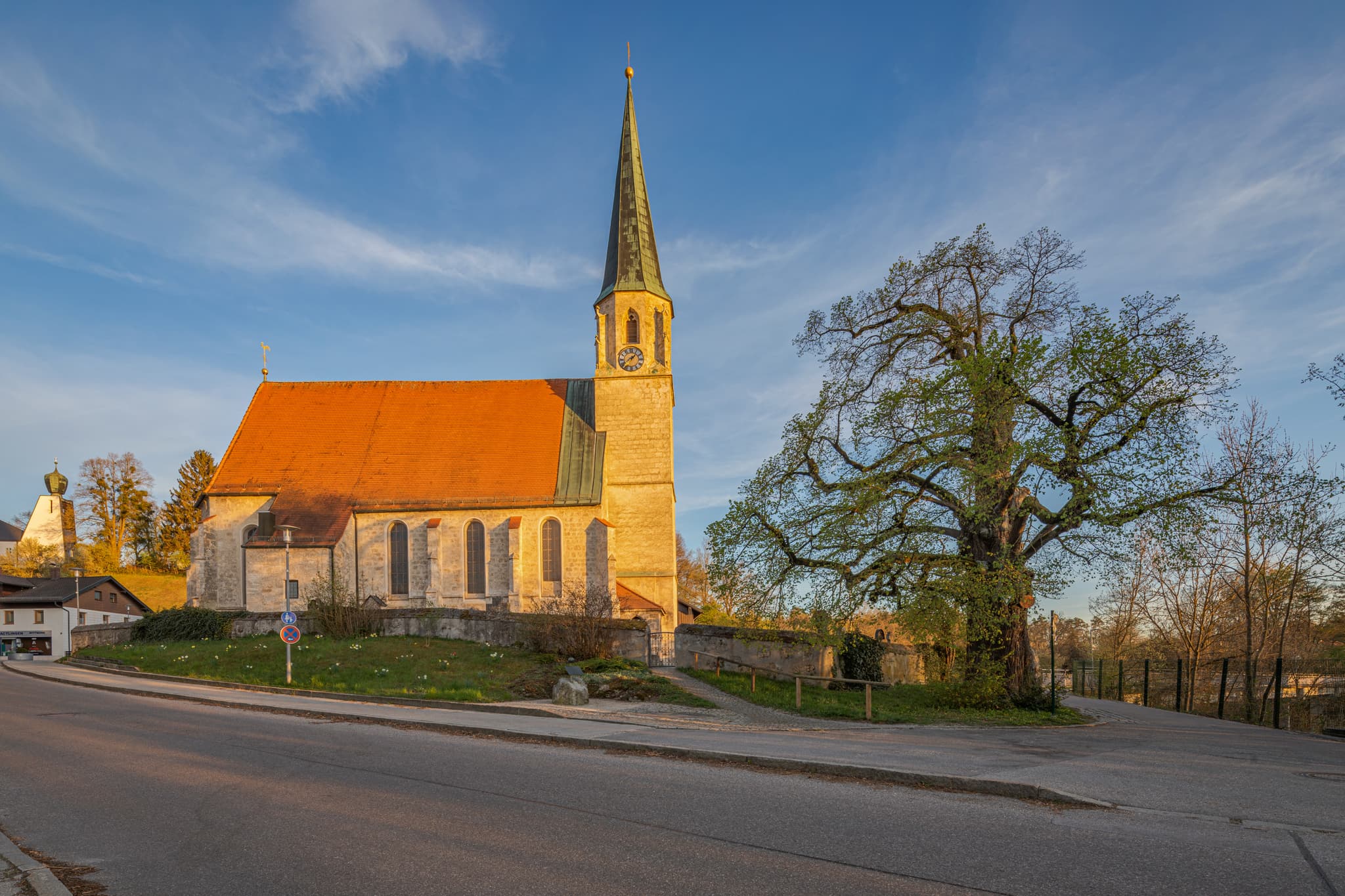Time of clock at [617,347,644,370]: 1:39
